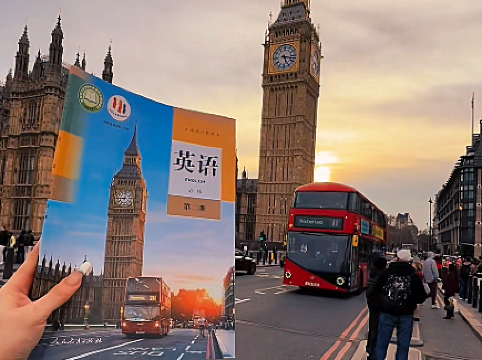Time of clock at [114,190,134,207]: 9:01
